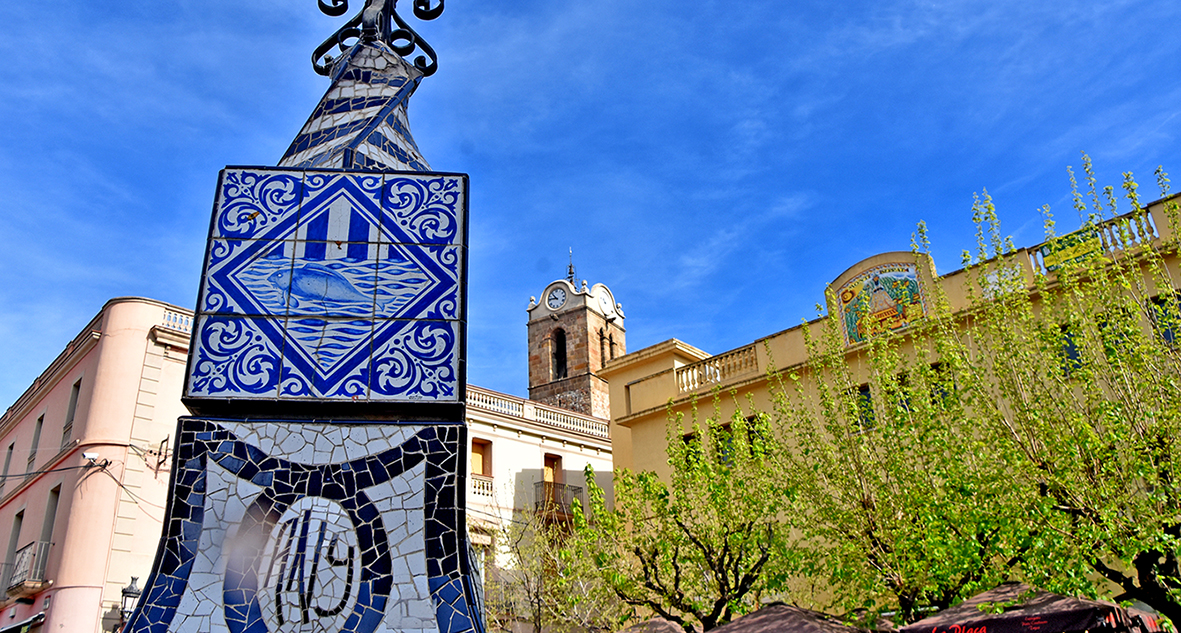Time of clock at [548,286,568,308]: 10:46
